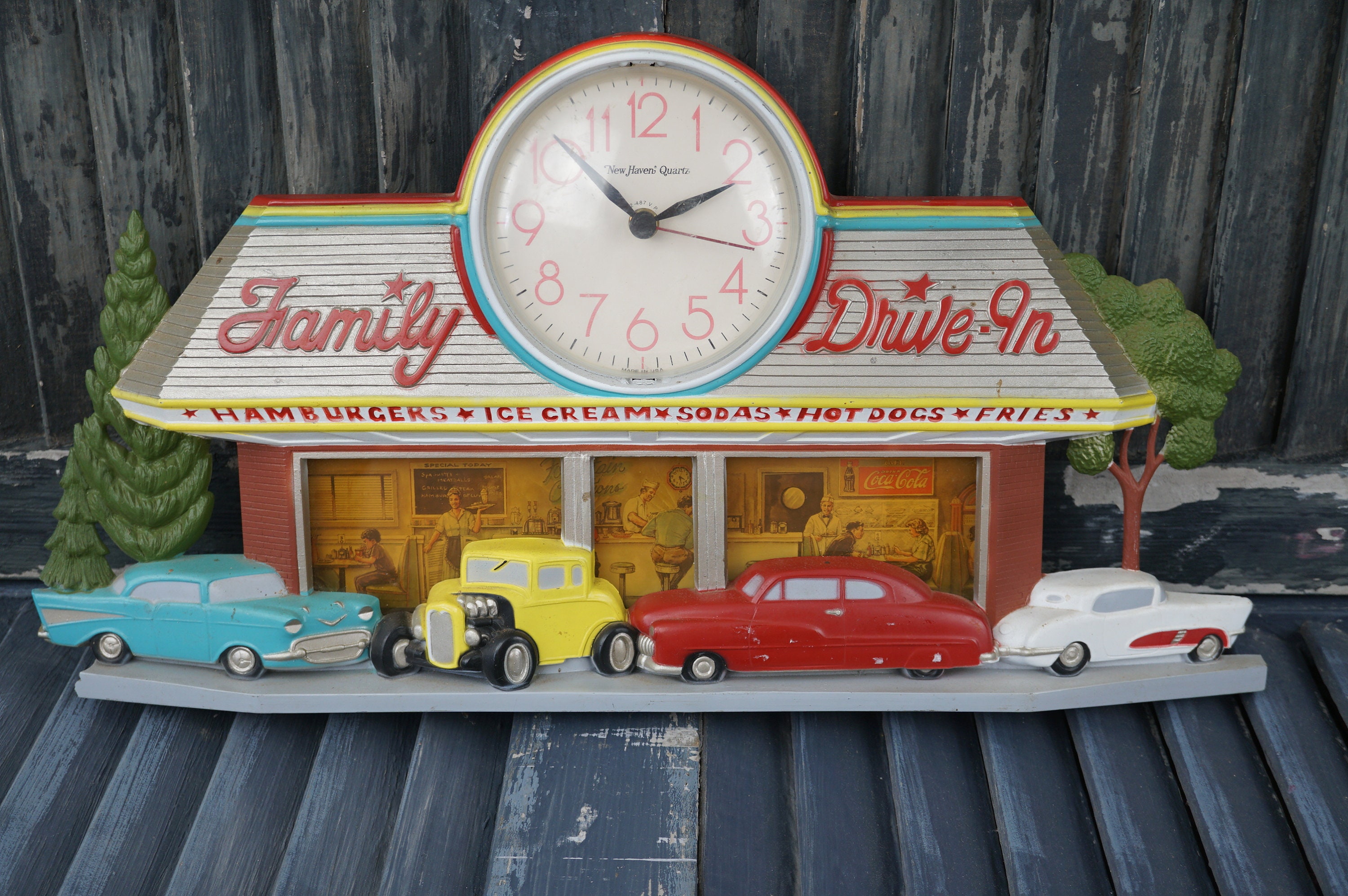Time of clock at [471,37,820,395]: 2:11
